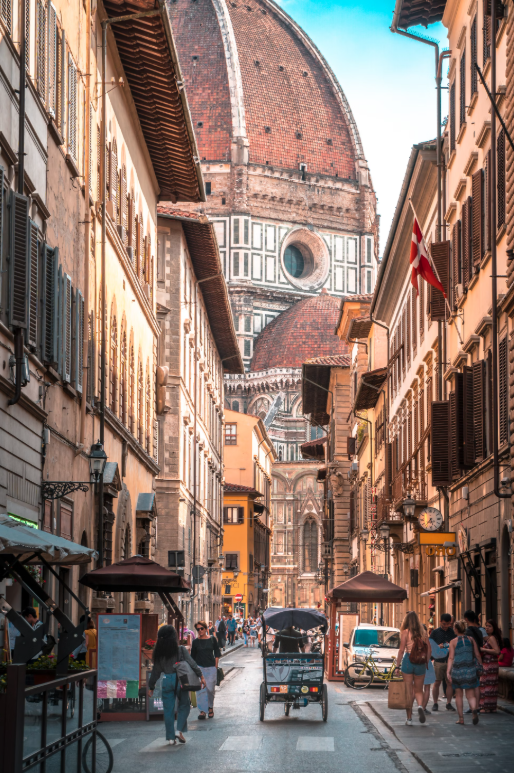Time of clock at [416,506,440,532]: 7:27
